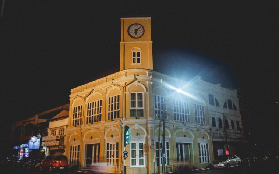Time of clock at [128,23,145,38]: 6:07
